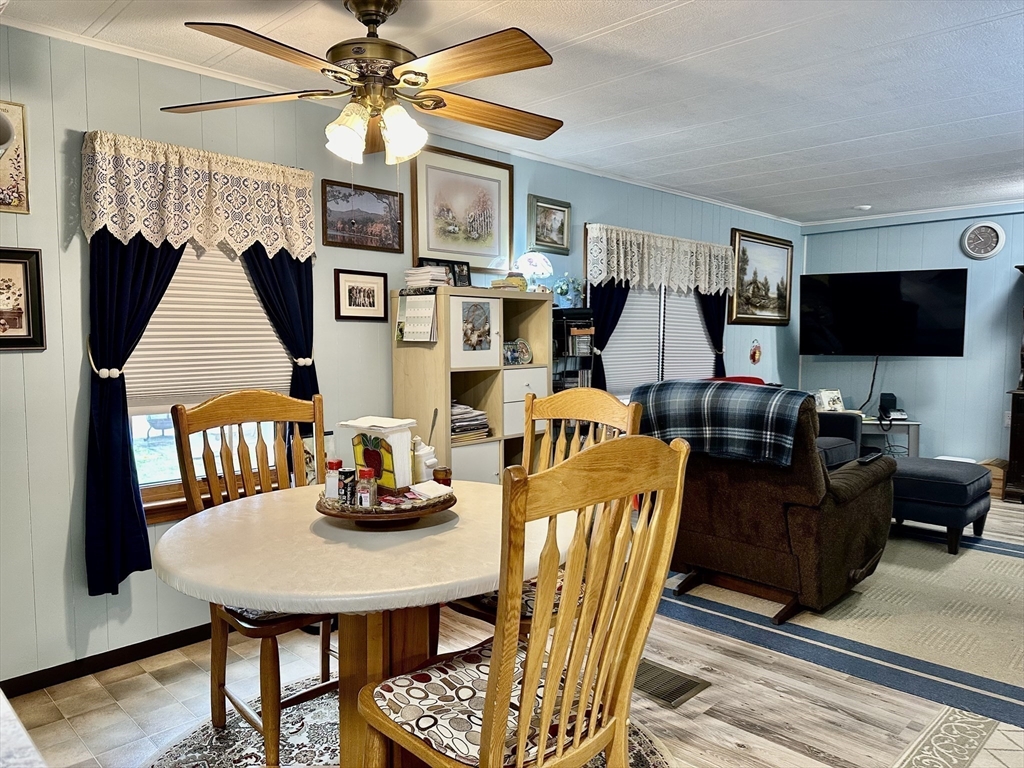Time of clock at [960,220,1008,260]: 10:41
